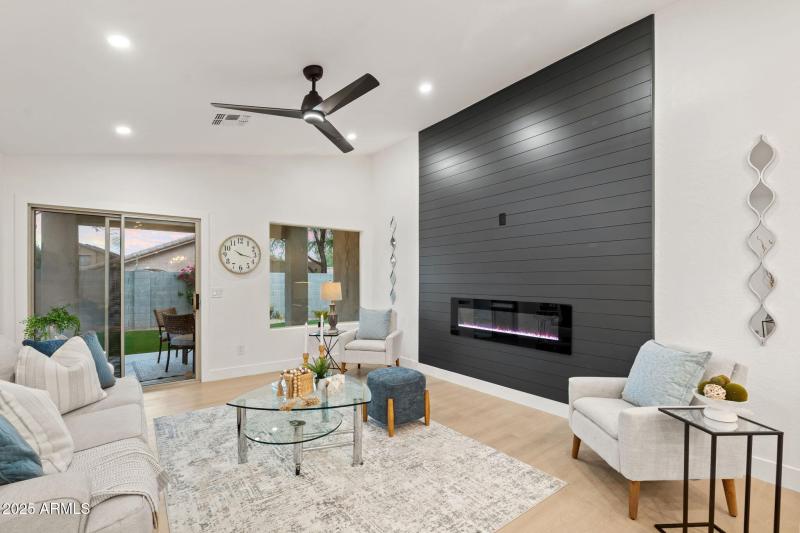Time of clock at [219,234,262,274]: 10:17
